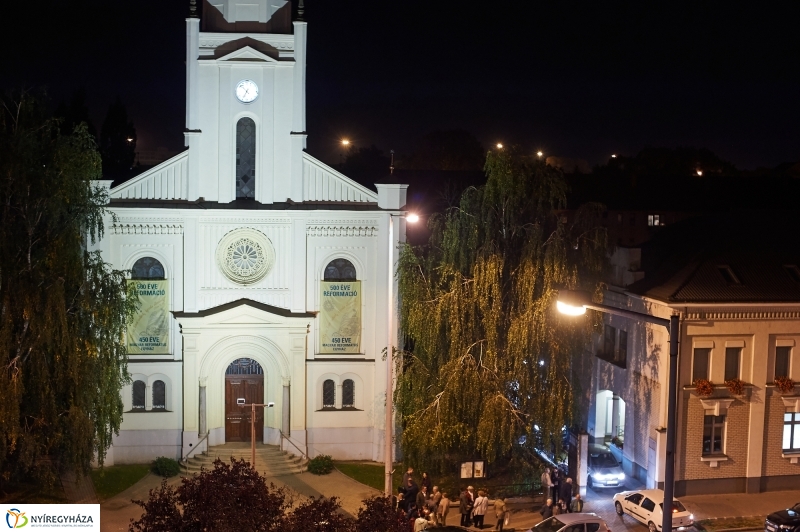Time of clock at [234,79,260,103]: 6:52
